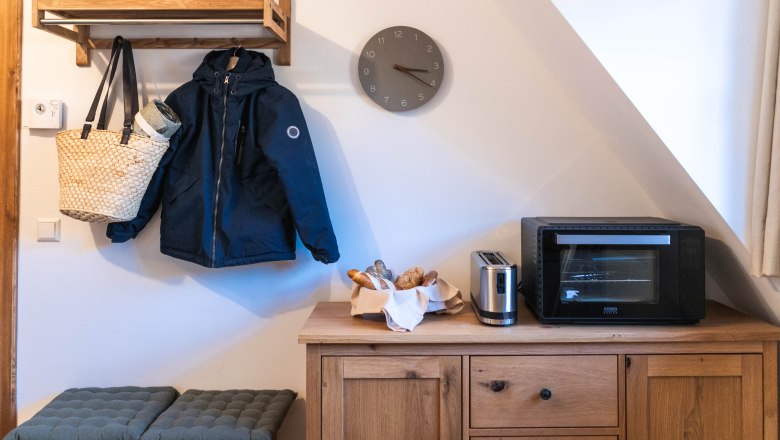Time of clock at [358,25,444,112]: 3:20
